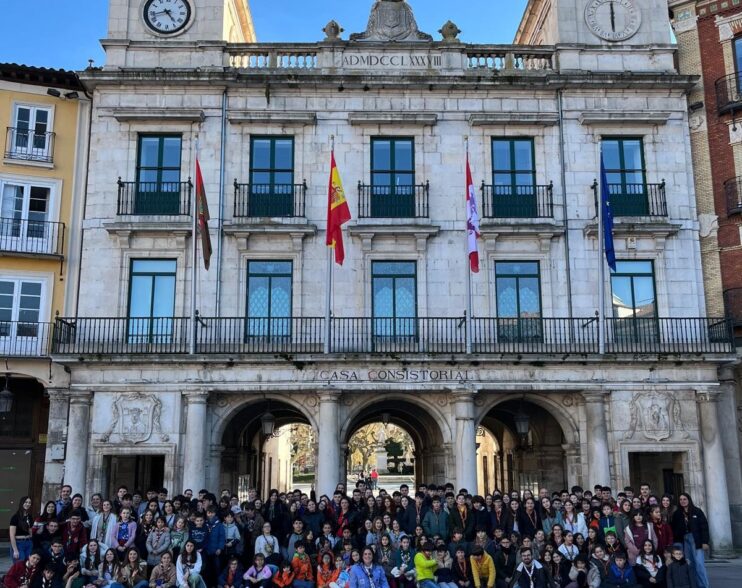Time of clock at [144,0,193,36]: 4:42
